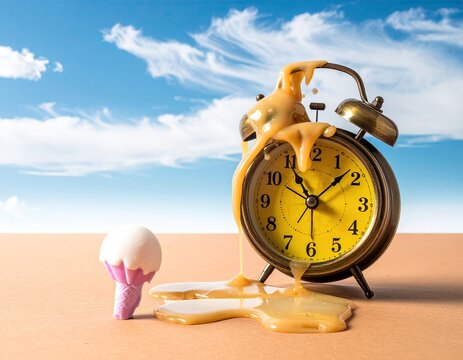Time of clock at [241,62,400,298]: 11:08
